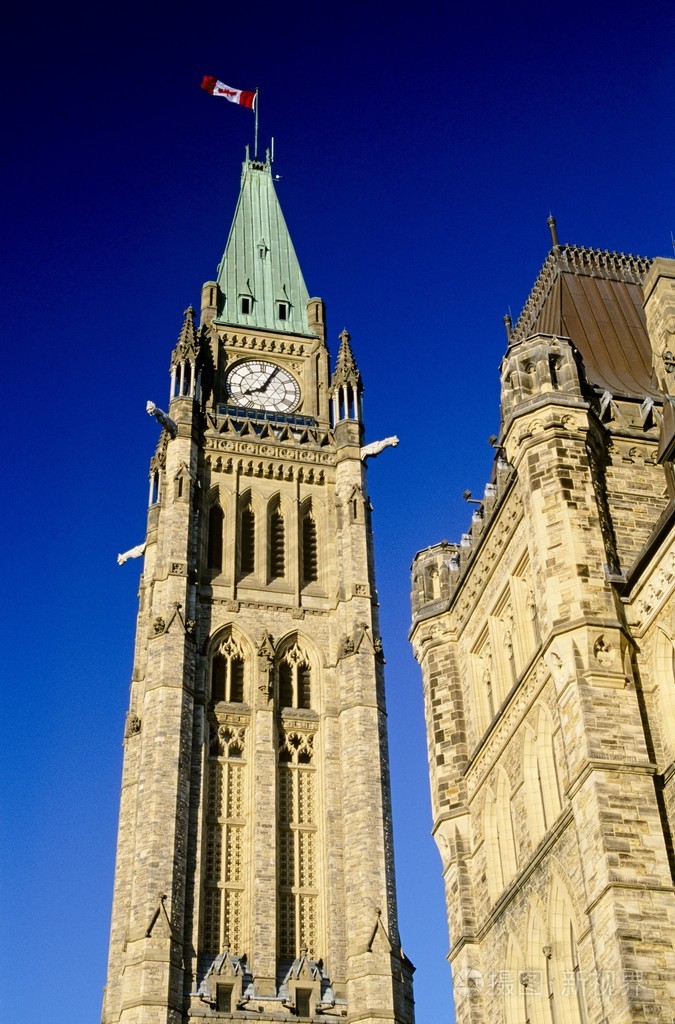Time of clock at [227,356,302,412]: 8:04
